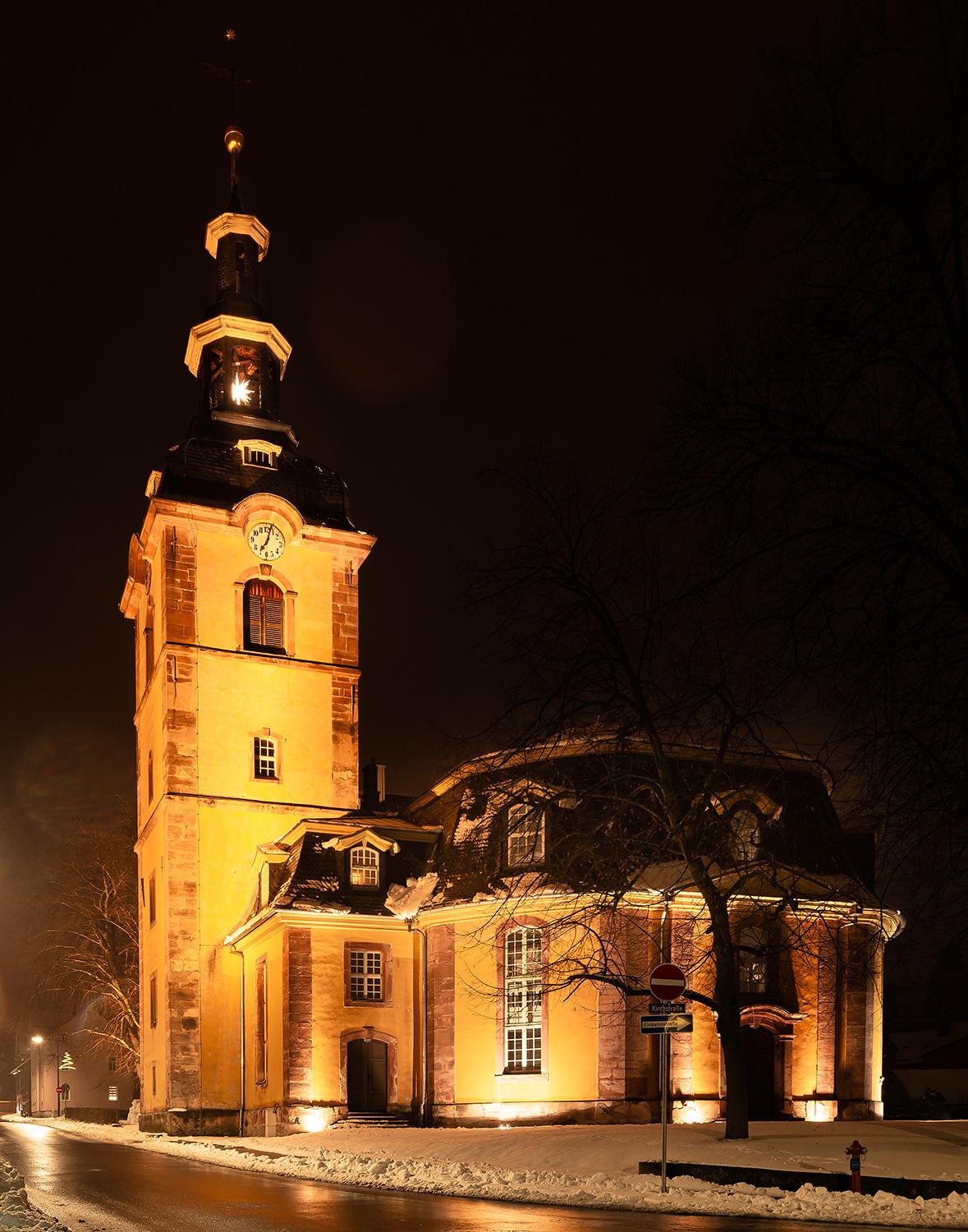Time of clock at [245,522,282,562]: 7:03
